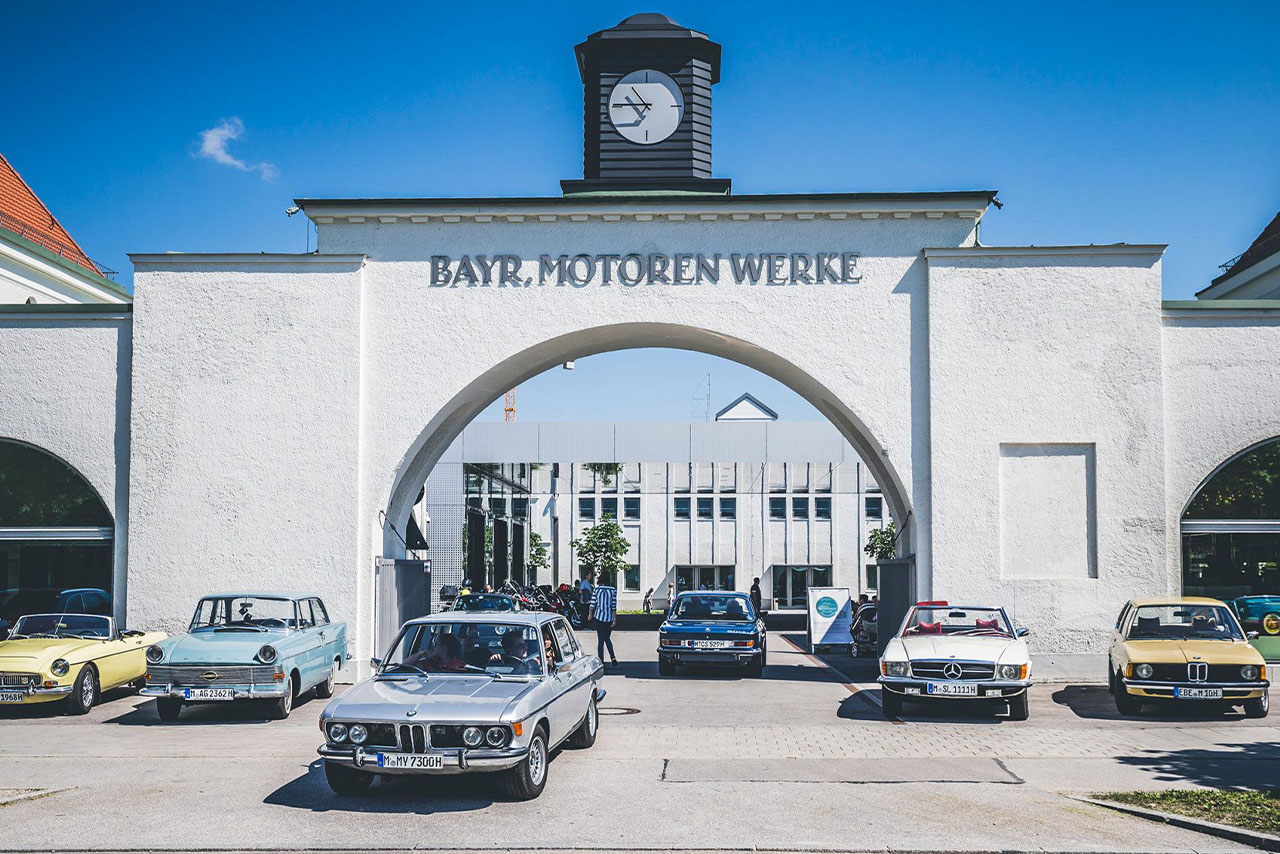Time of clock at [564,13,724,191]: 10:45
